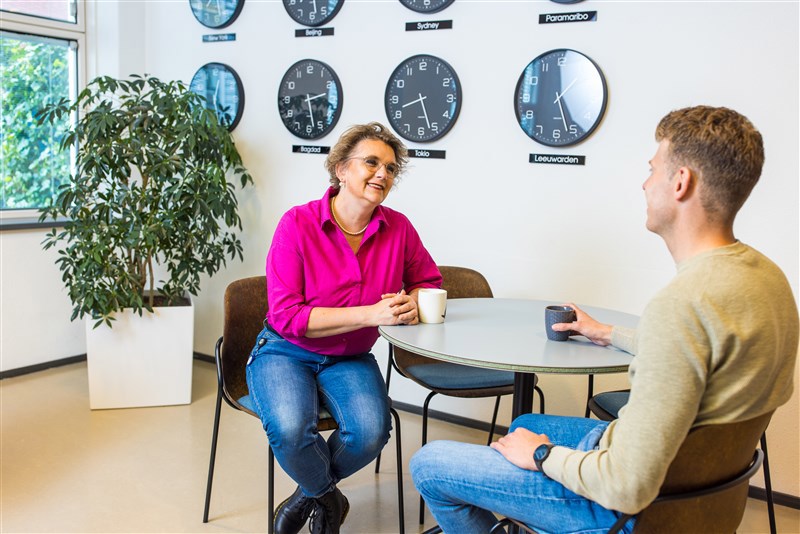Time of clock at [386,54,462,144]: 8:26
